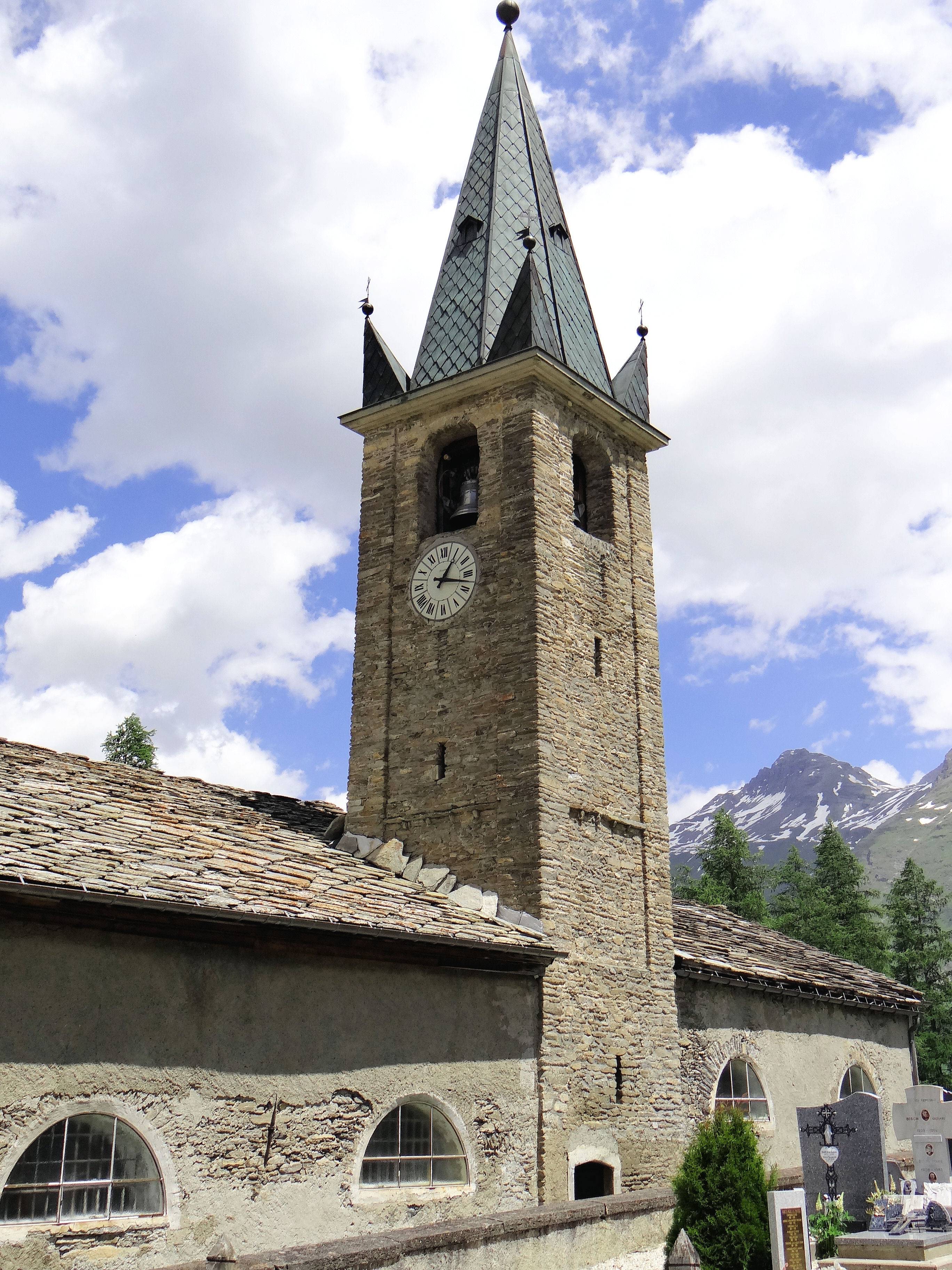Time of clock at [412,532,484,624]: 1:17
